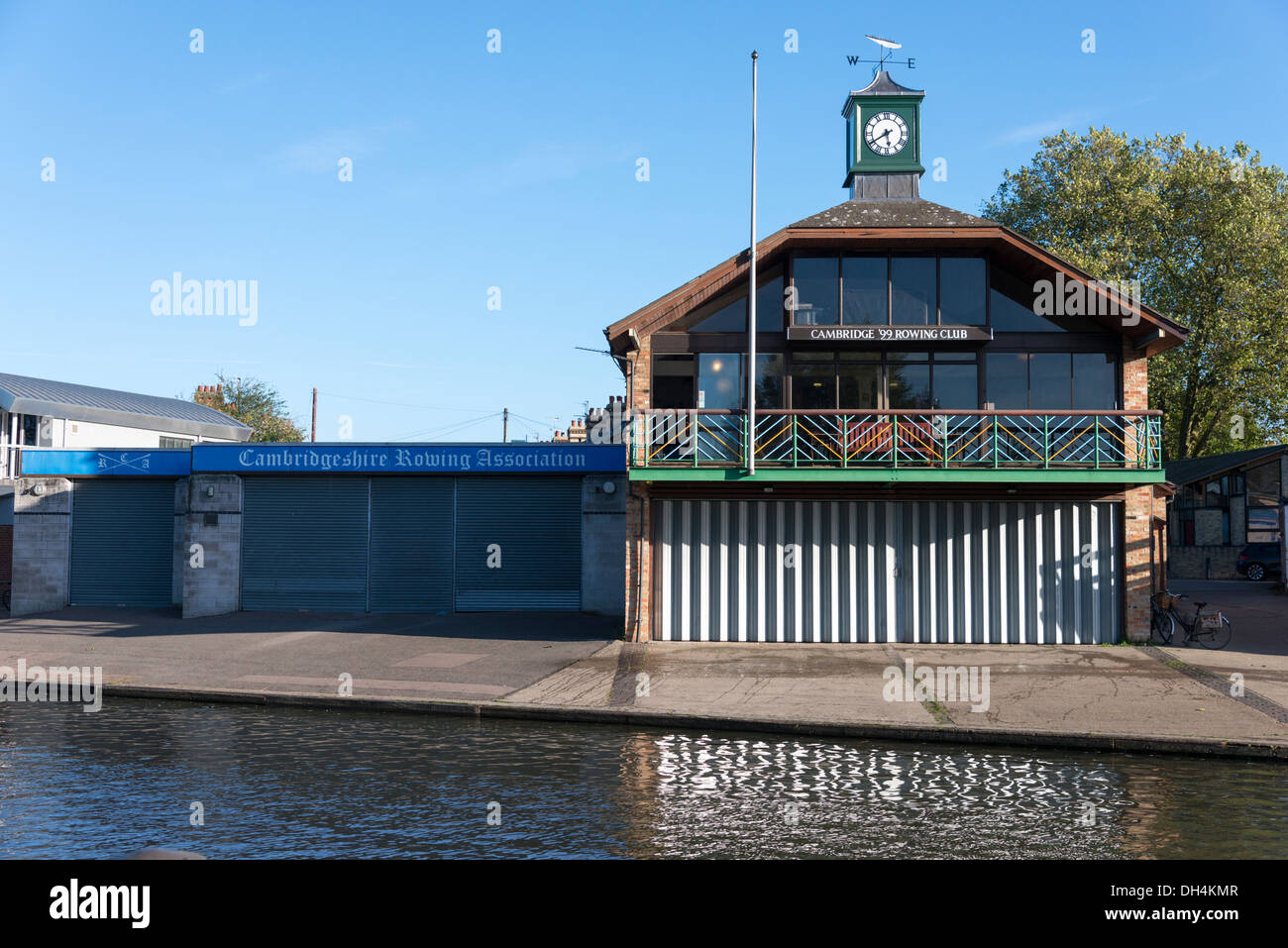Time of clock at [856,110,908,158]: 5:40
